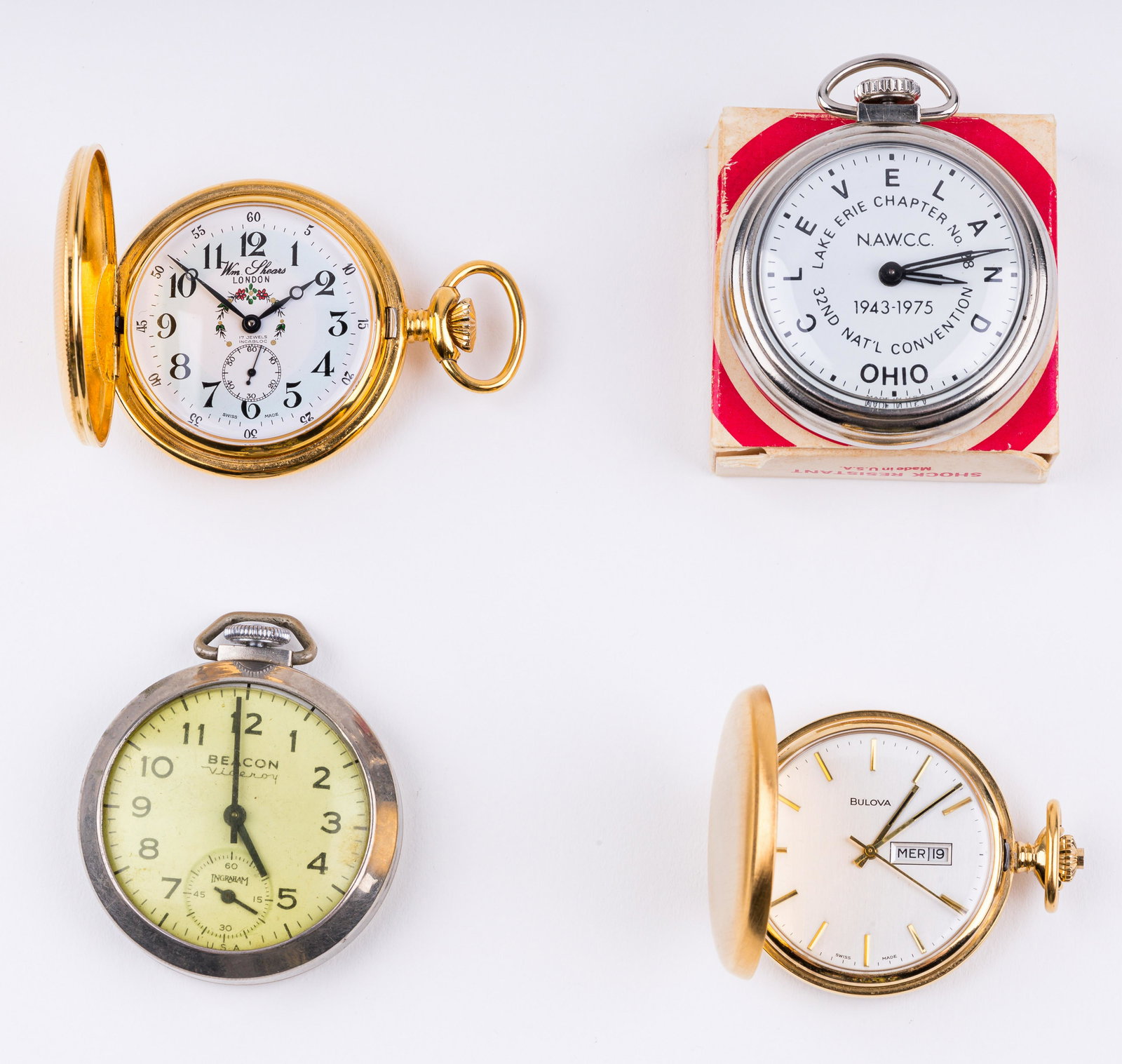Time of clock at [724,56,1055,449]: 3:12
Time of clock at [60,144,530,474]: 1:51
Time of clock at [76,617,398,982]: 4:59
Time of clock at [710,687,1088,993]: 1:08
